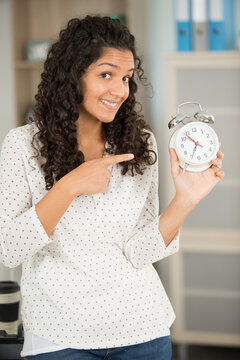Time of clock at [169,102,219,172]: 6:53
